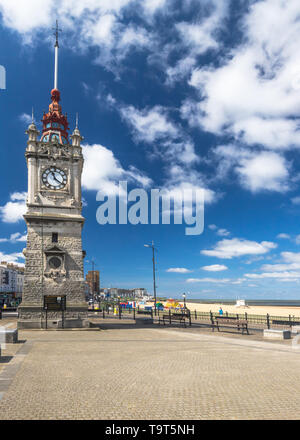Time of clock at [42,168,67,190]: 11:21
